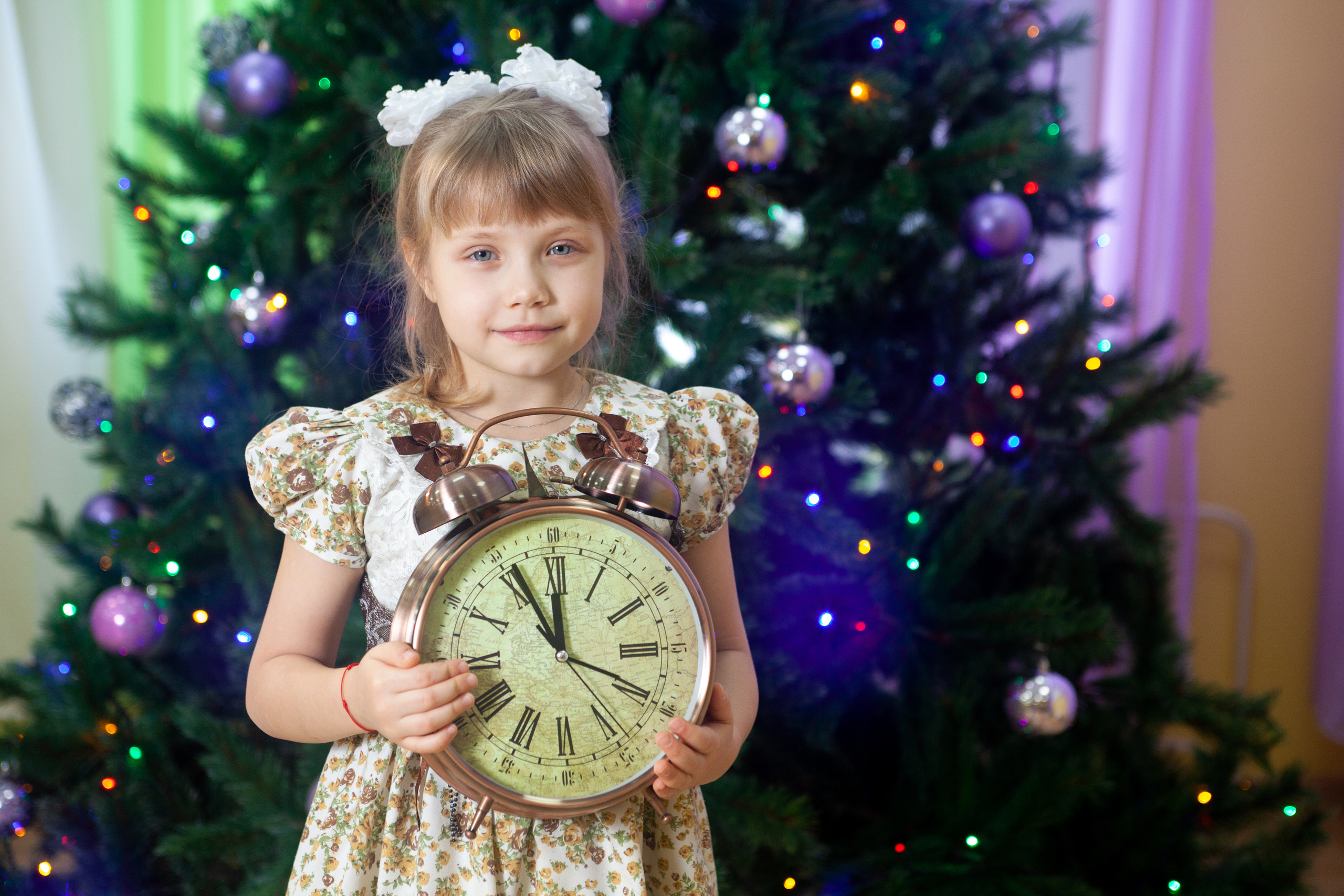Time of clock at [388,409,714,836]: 11:55
